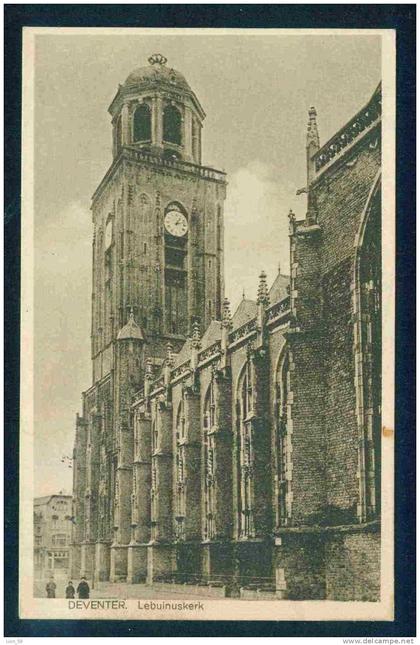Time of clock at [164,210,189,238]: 1:12
